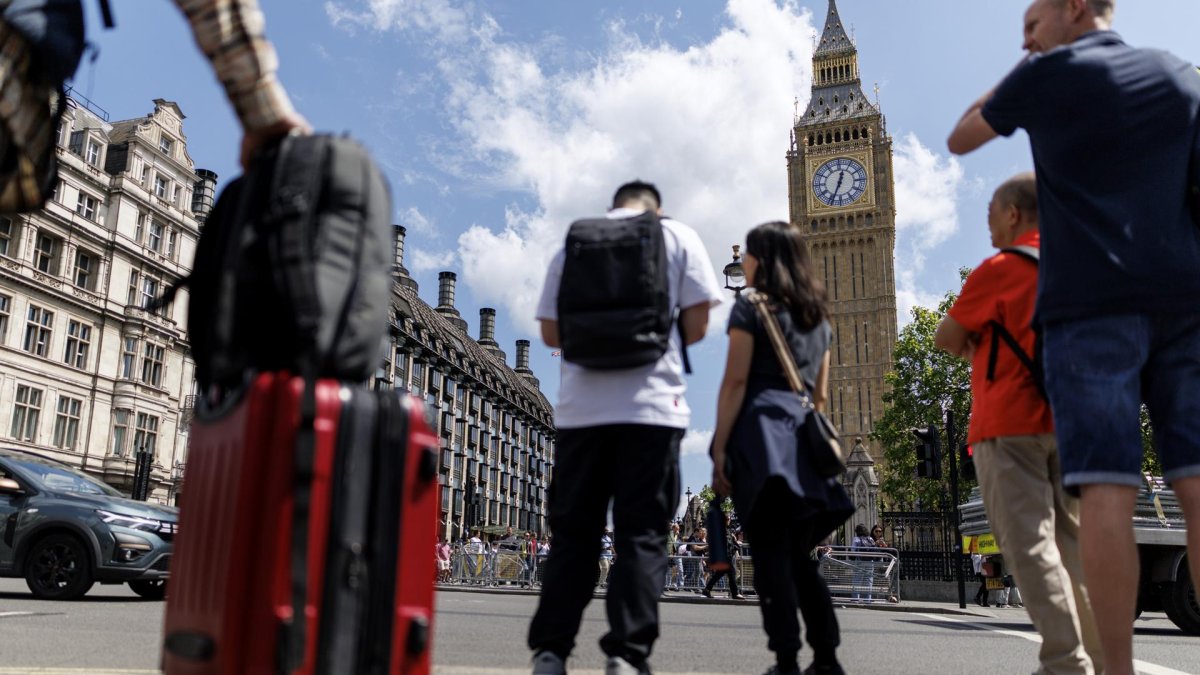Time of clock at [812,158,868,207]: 12:33
